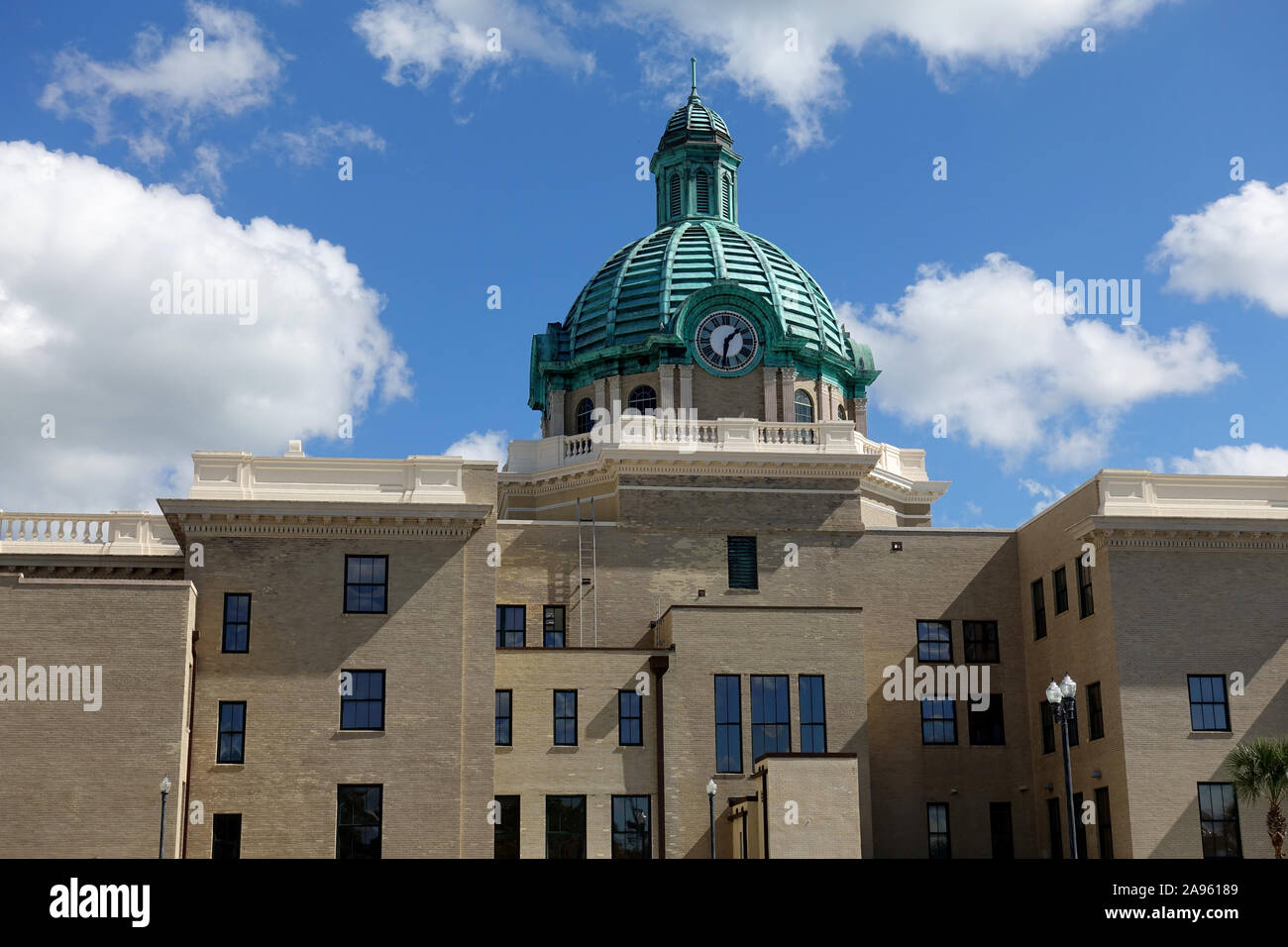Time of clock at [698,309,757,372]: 1:31
